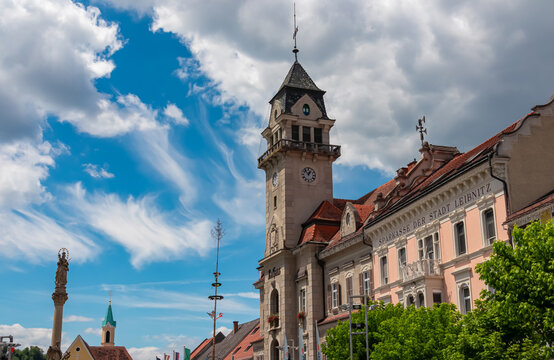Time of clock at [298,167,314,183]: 12:53
